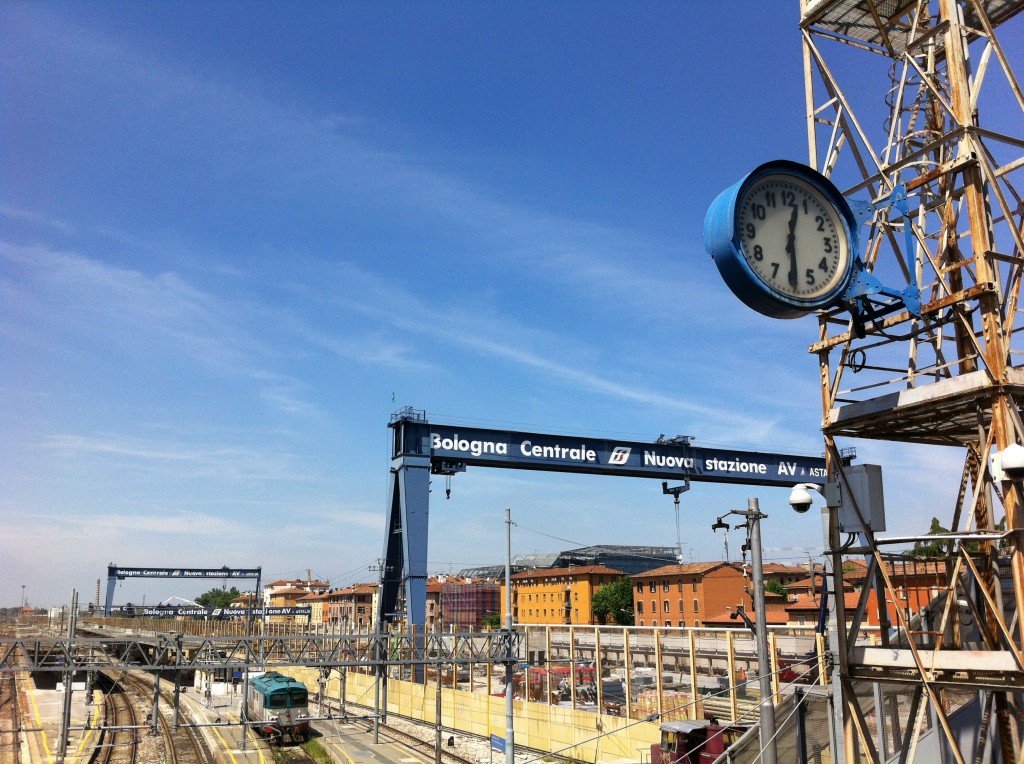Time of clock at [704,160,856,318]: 12:29
